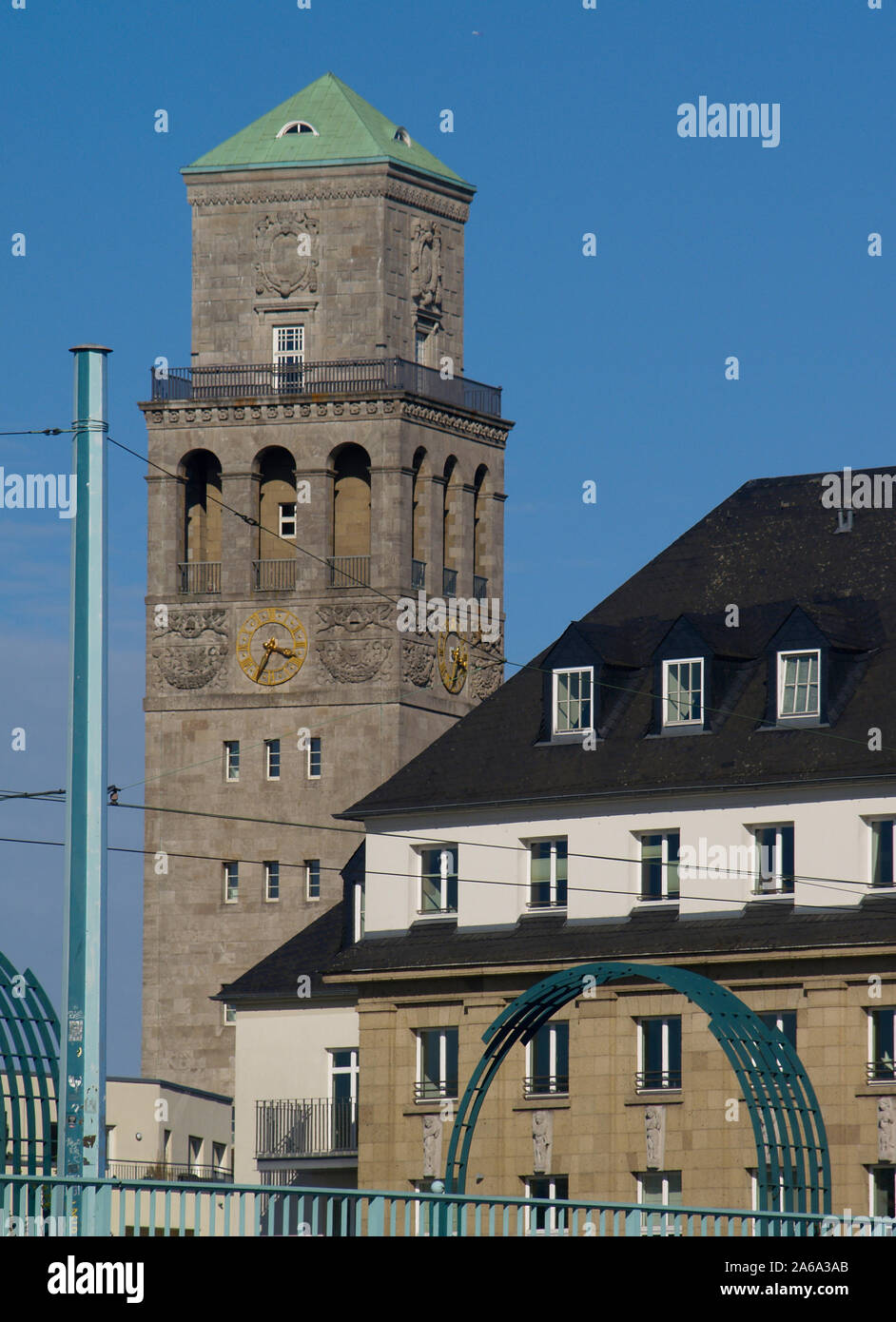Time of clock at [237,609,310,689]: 3:34
